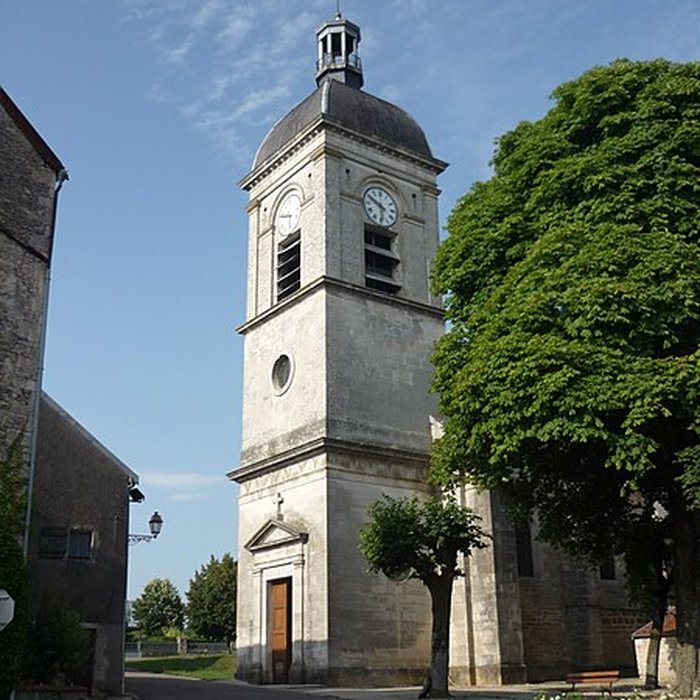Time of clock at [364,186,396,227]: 5:49
